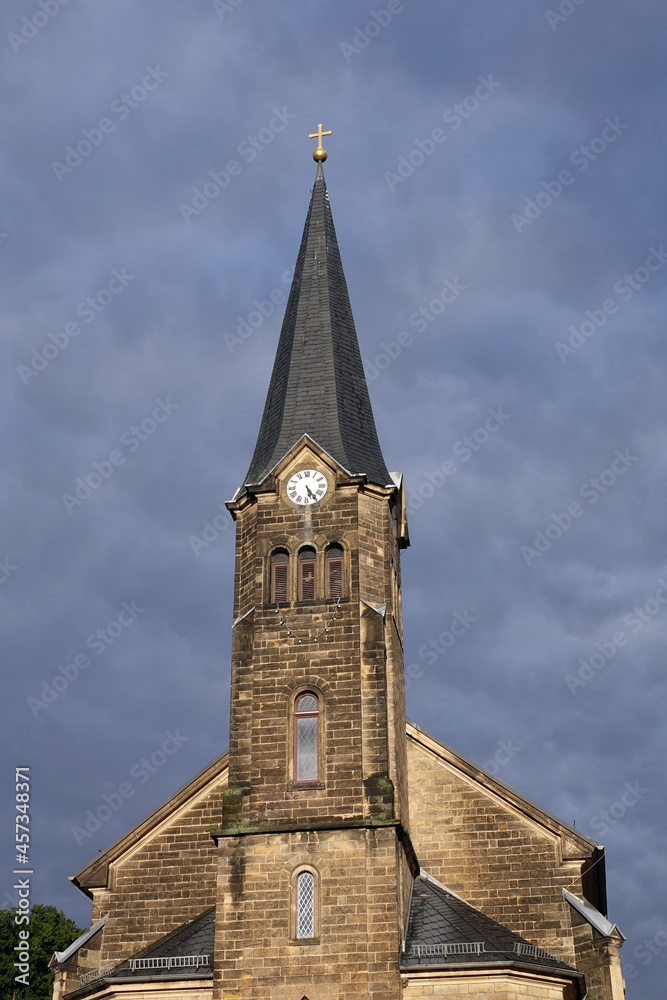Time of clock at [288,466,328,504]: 5:24
